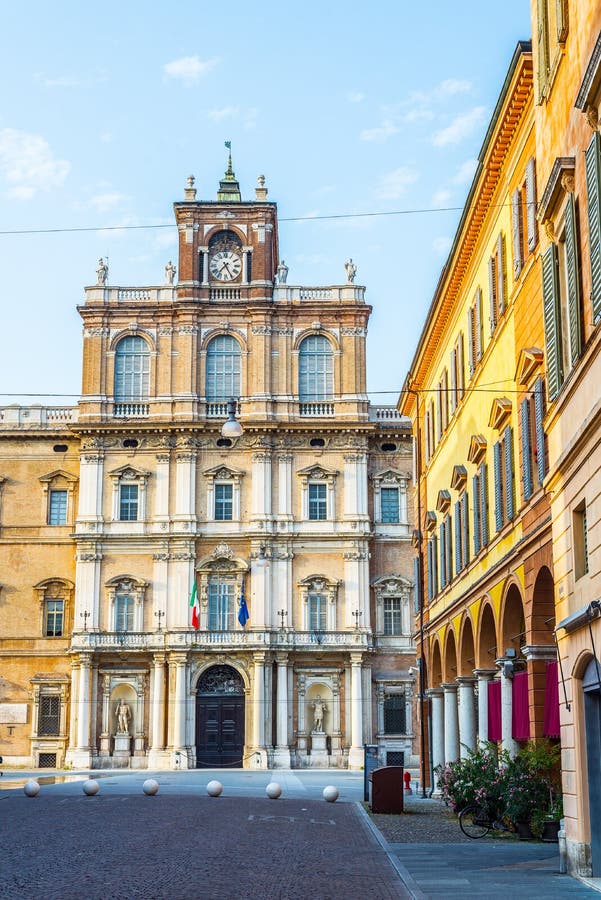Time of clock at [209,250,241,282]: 7:25
